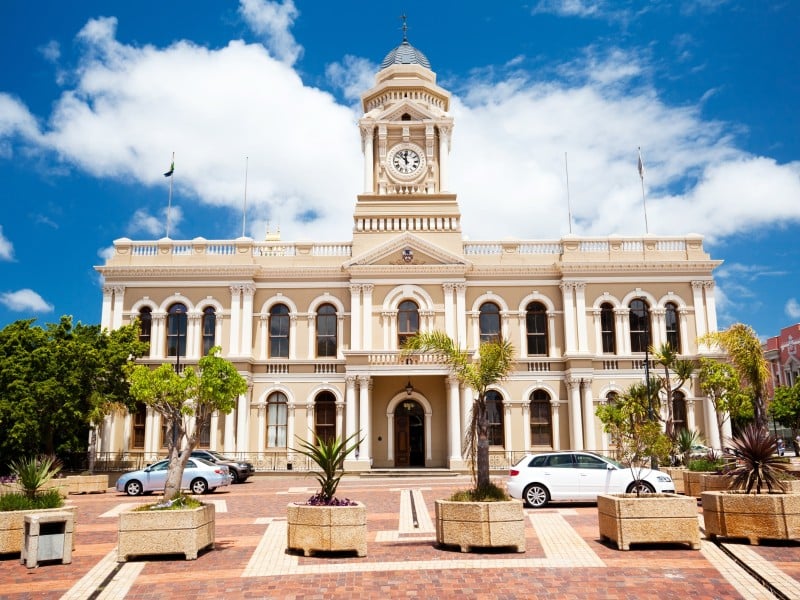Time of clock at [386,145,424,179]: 11:52
